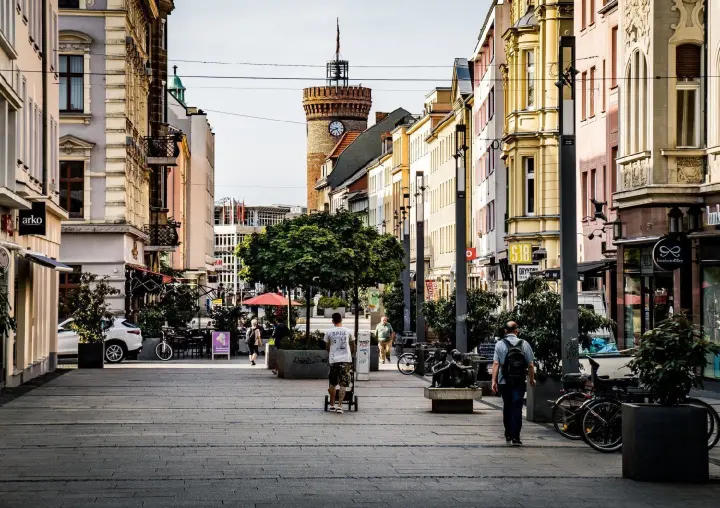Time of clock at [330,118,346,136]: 8:25
